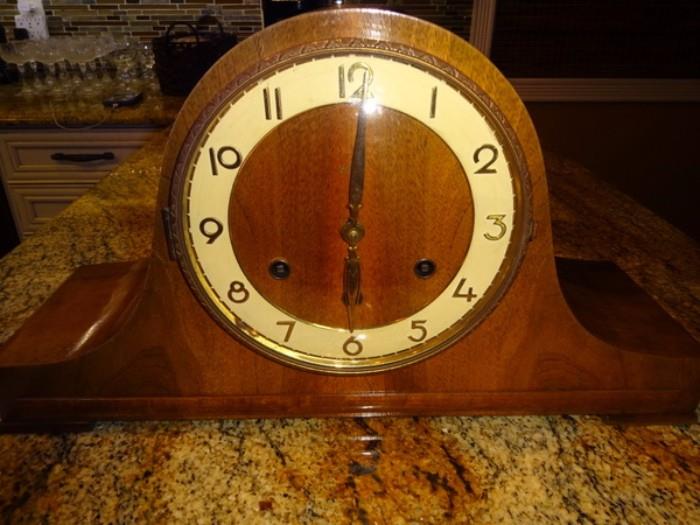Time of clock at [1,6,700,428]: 6:00
